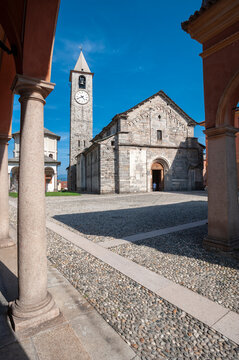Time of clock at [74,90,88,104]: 4:41
